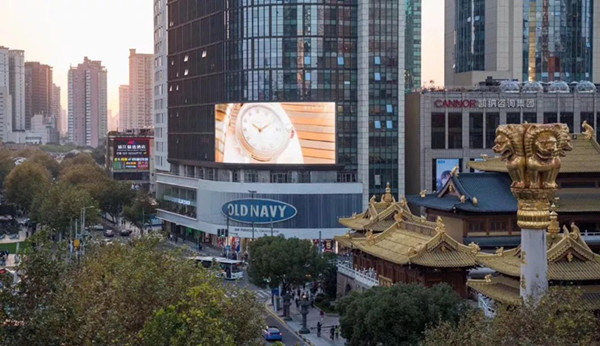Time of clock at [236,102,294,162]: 10:10
